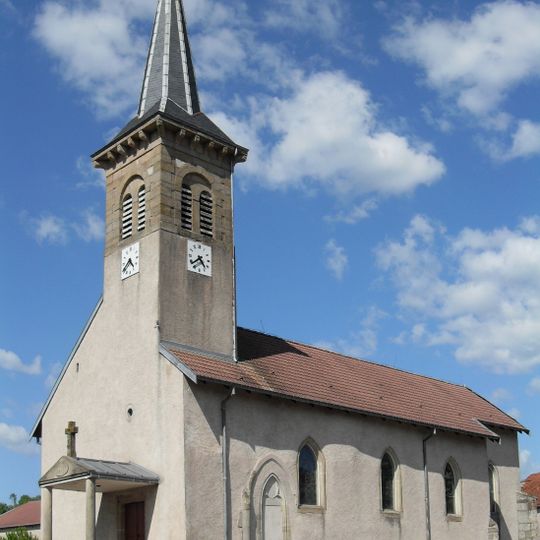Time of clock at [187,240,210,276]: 4:38
